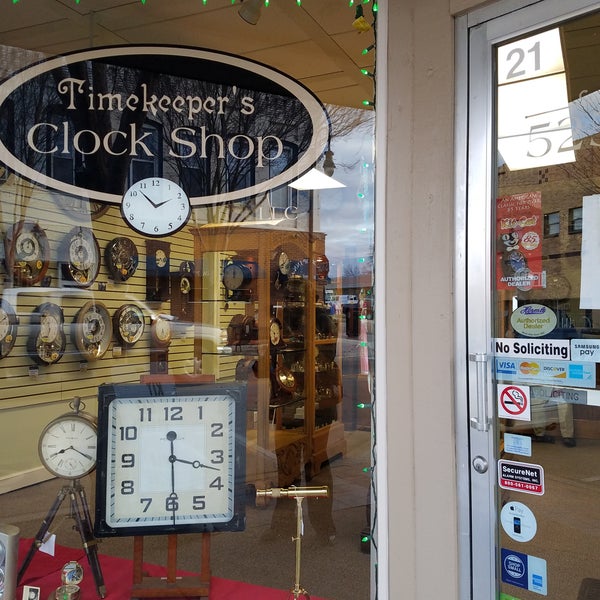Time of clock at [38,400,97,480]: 8:19
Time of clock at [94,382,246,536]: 3:29
